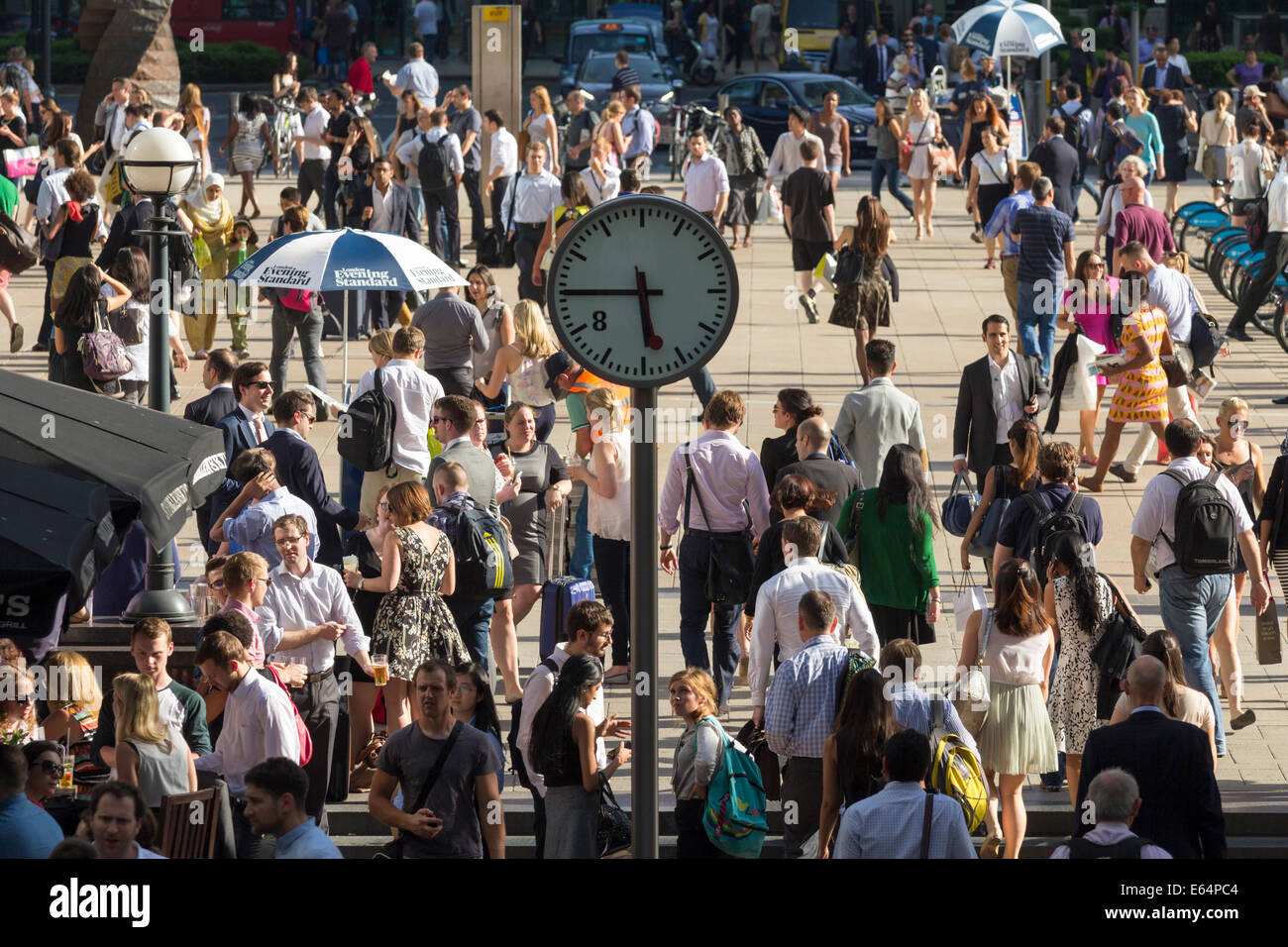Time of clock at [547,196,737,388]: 5:45
